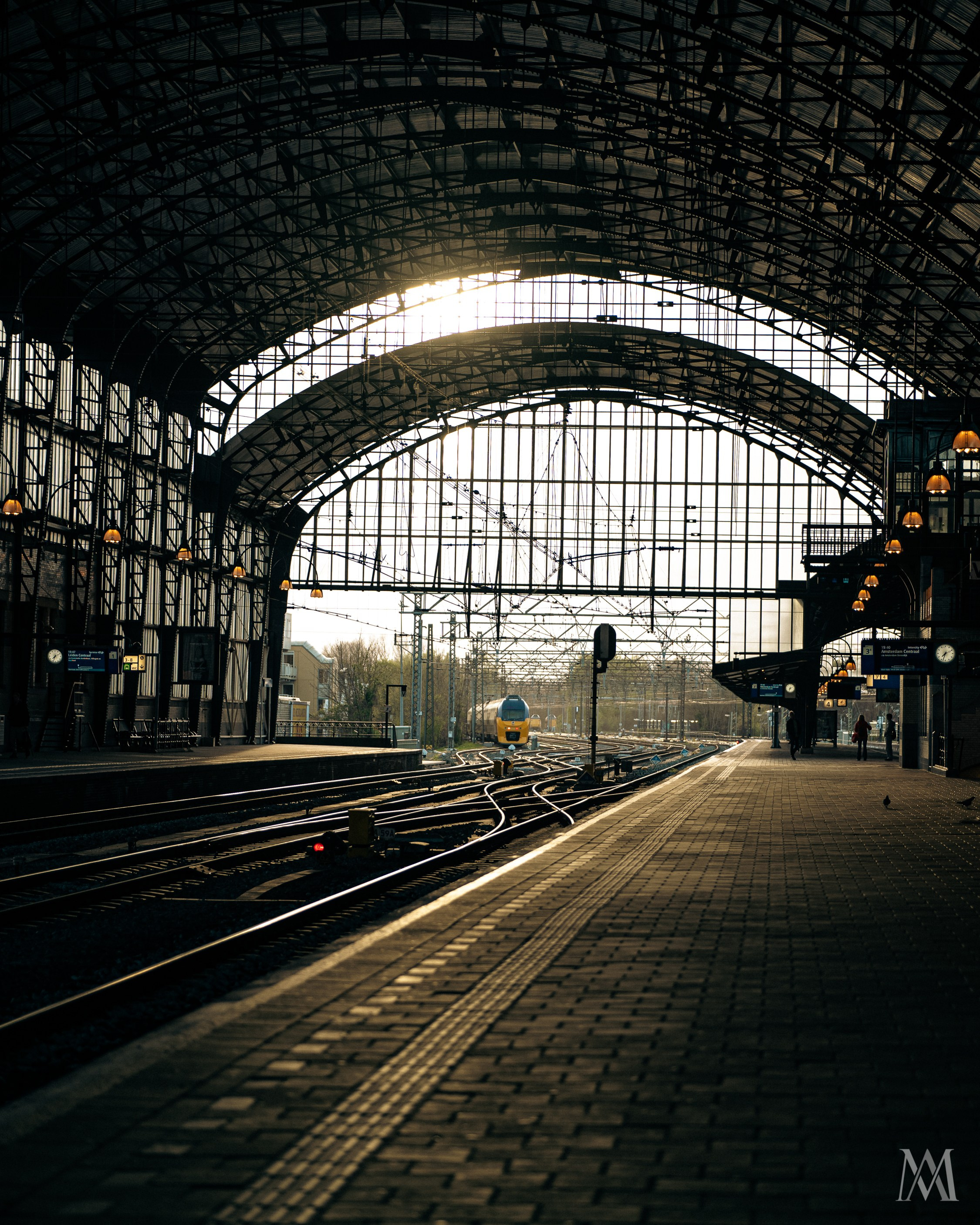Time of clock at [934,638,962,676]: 7:33
